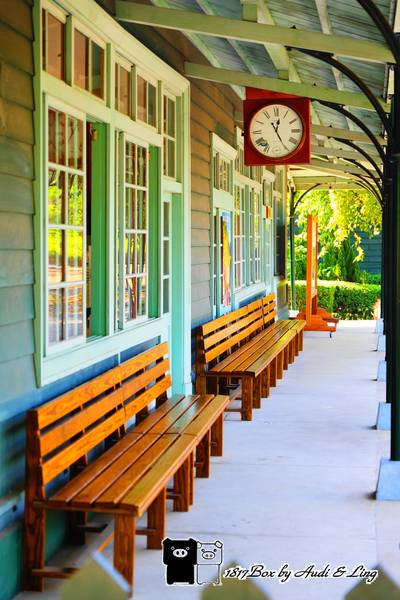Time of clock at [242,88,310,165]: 12:24
